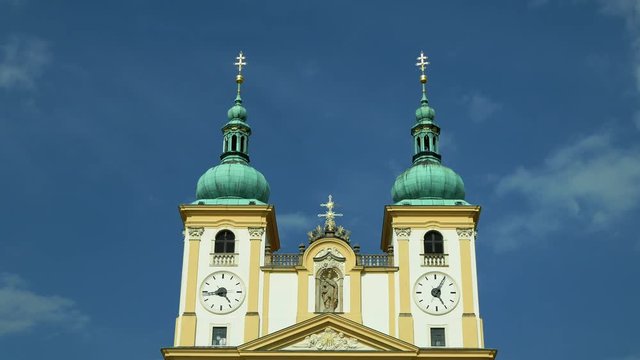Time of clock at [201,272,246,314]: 4:43
